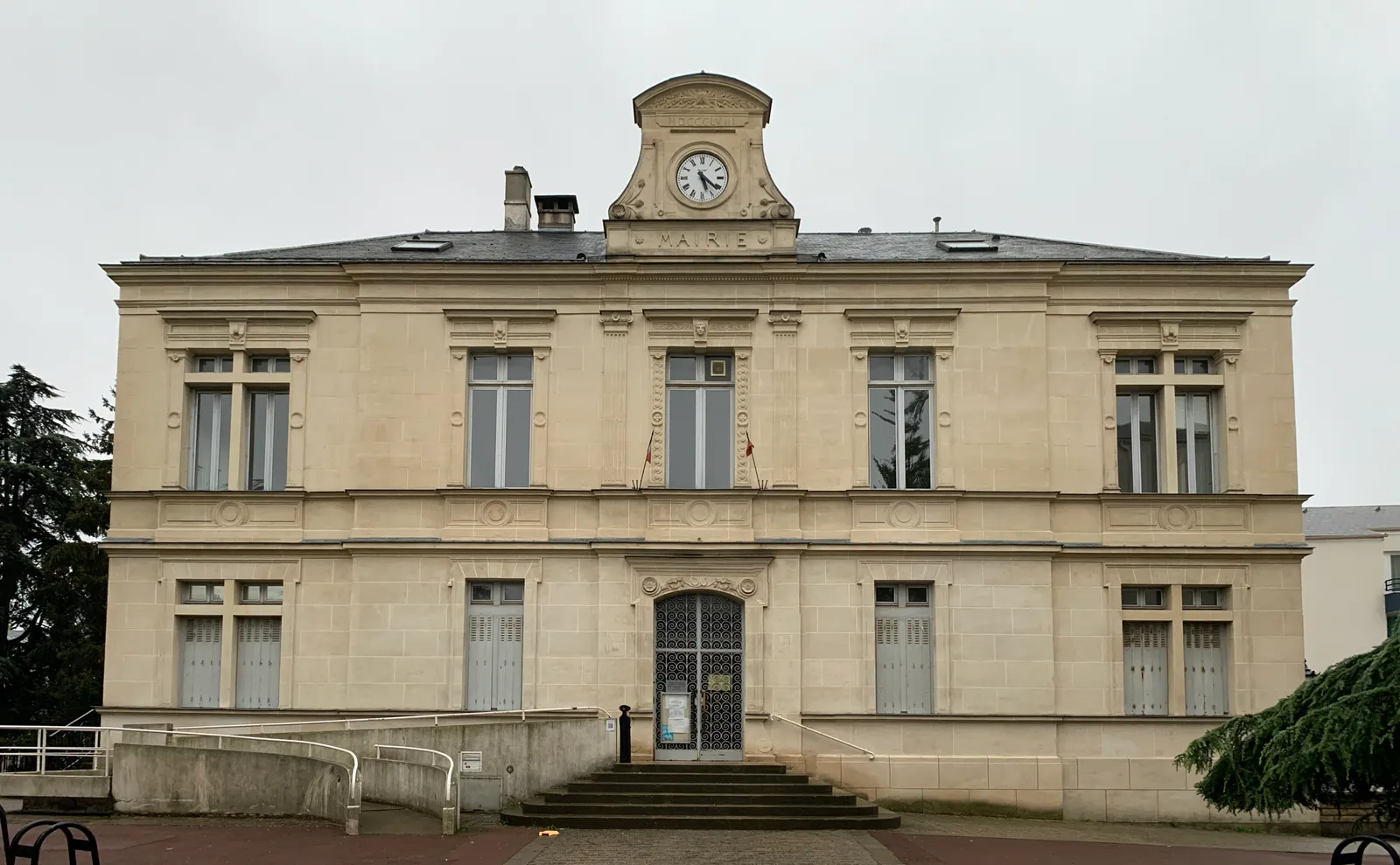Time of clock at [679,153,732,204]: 5:21
